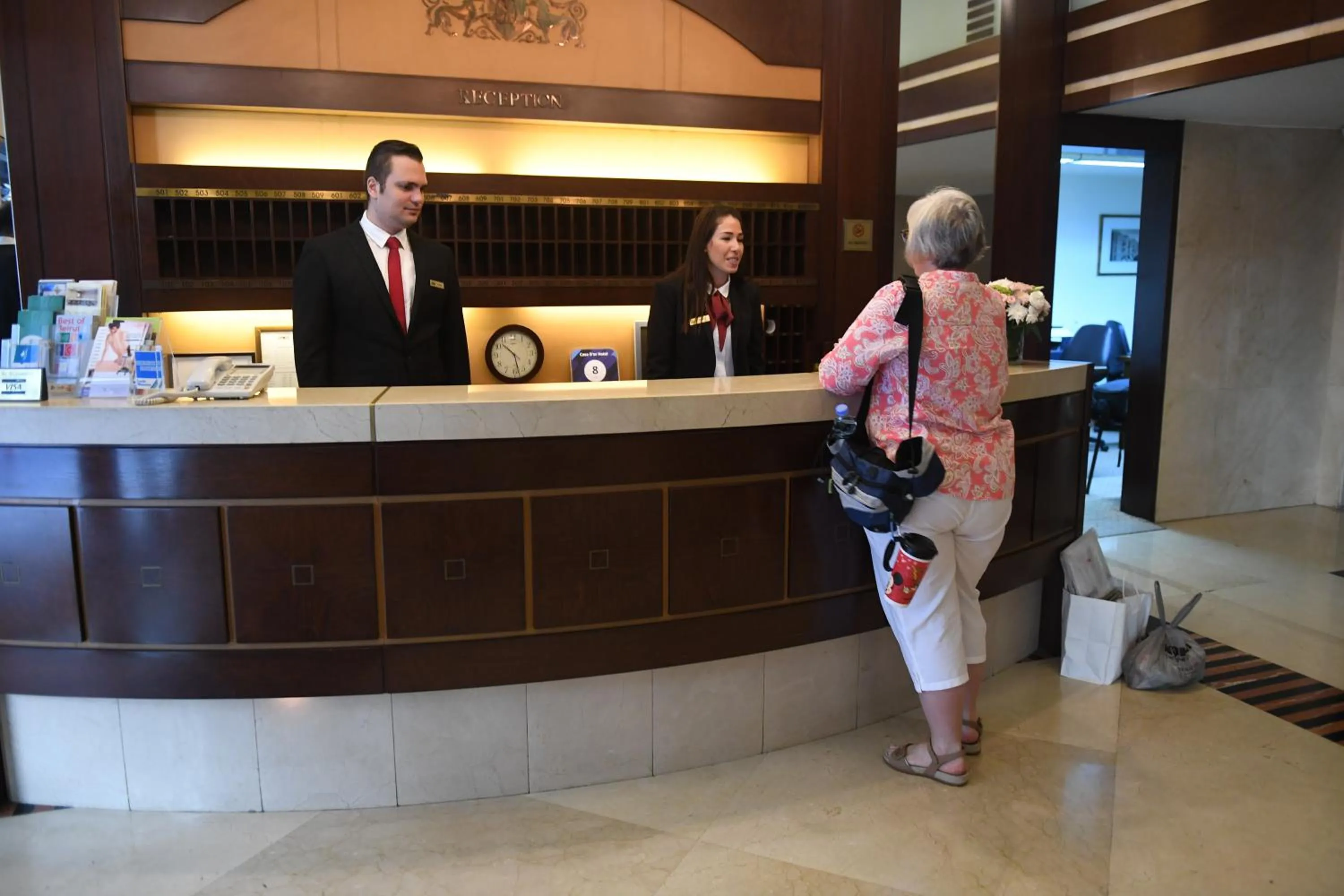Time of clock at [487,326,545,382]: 10:28
